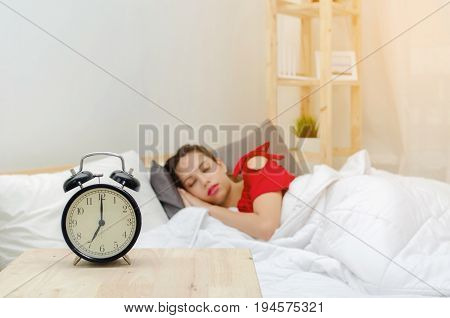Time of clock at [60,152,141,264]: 7:00
